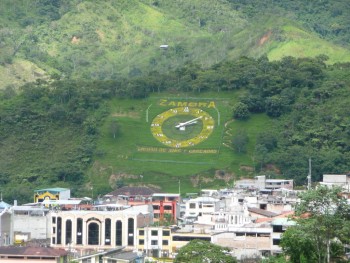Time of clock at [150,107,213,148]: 2:08
